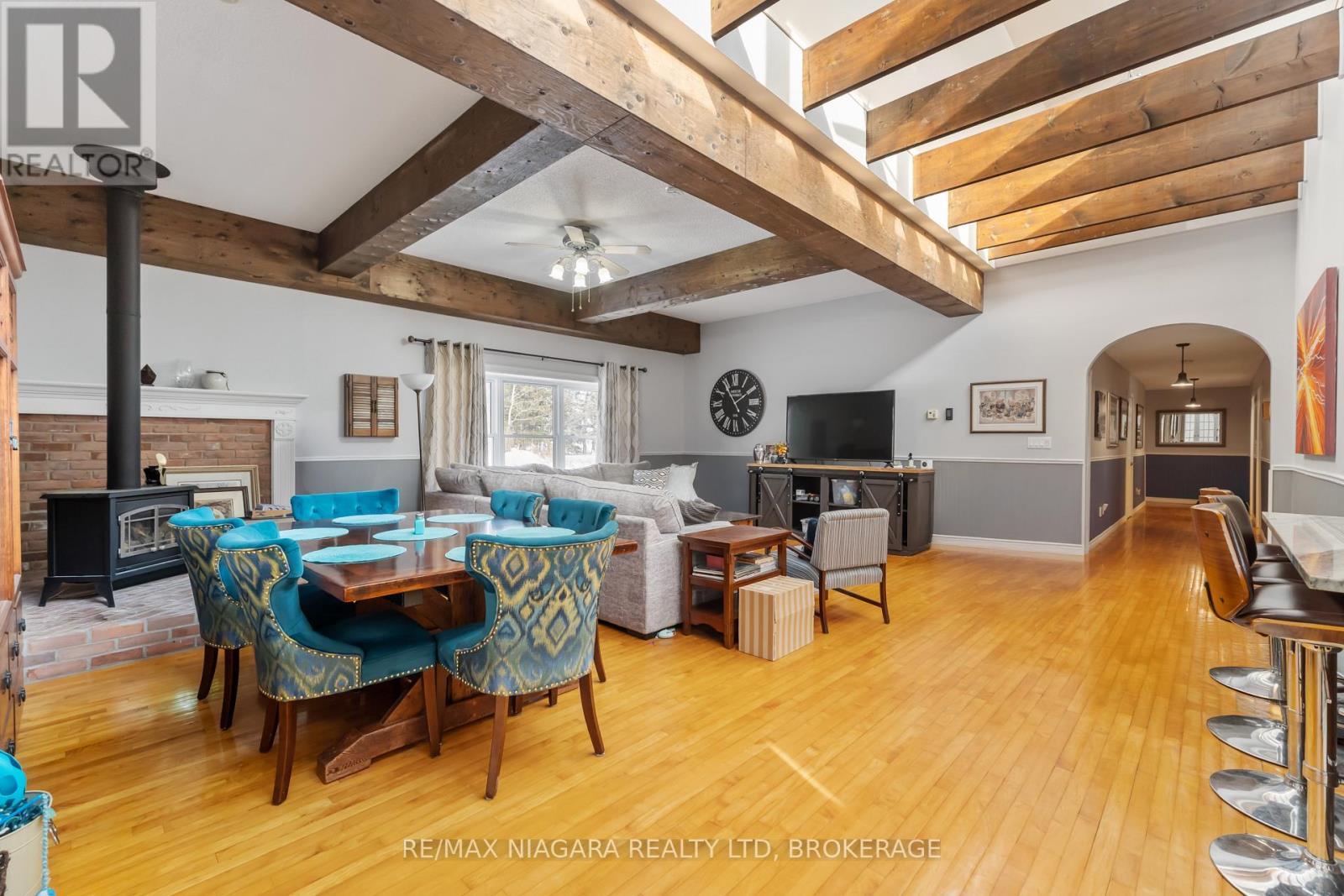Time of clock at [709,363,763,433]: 1:54
